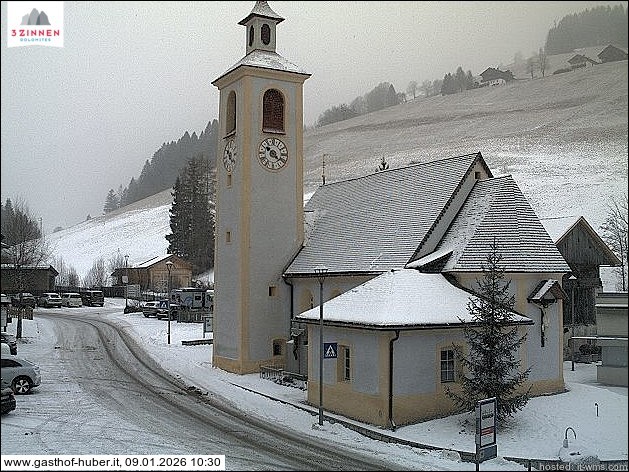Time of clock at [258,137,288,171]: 10:21
